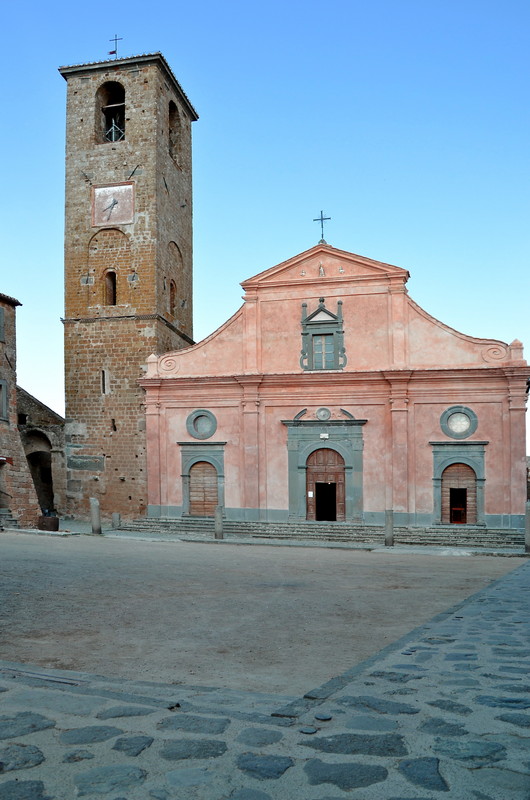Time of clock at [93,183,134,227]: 7:32
